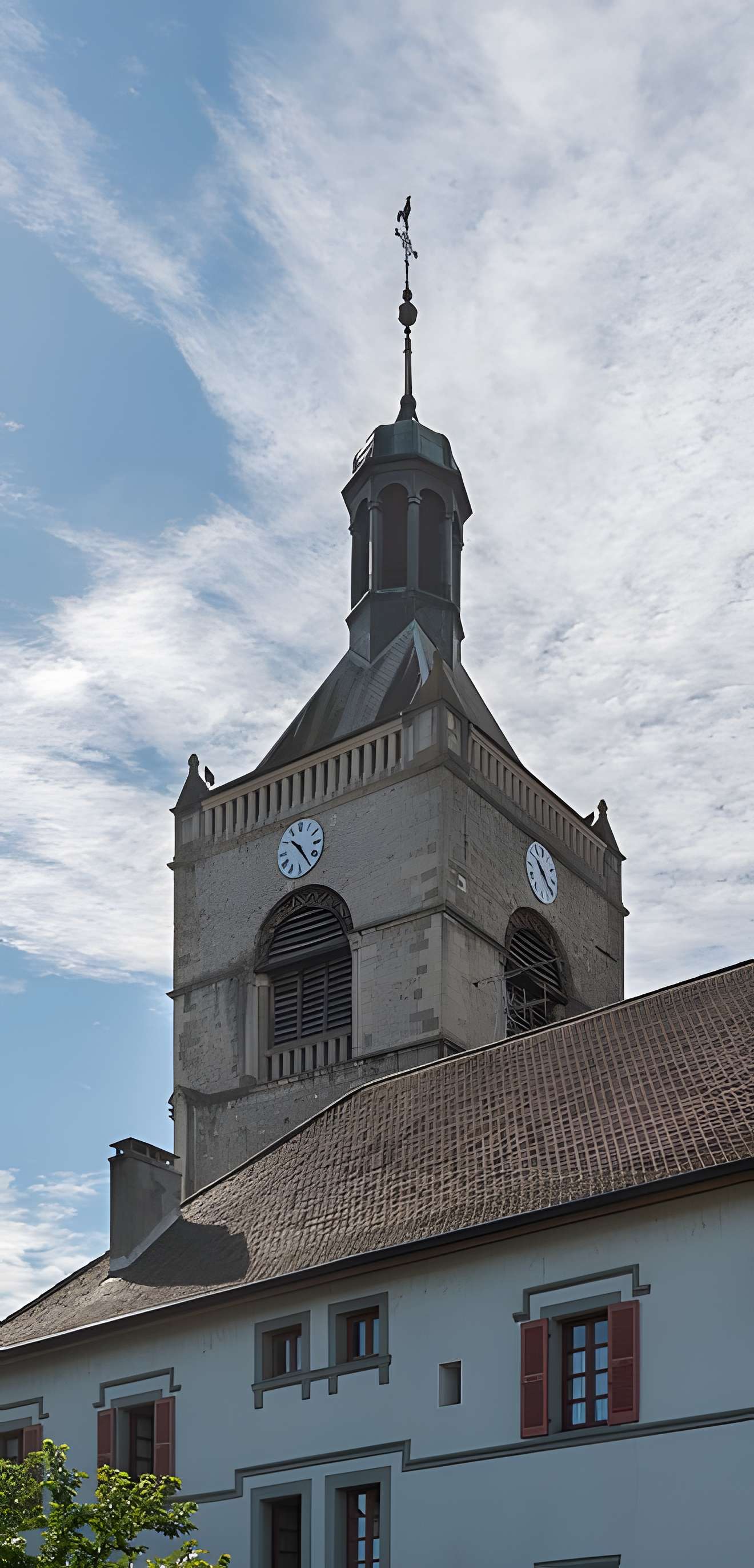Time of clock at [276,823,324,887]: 10:24
